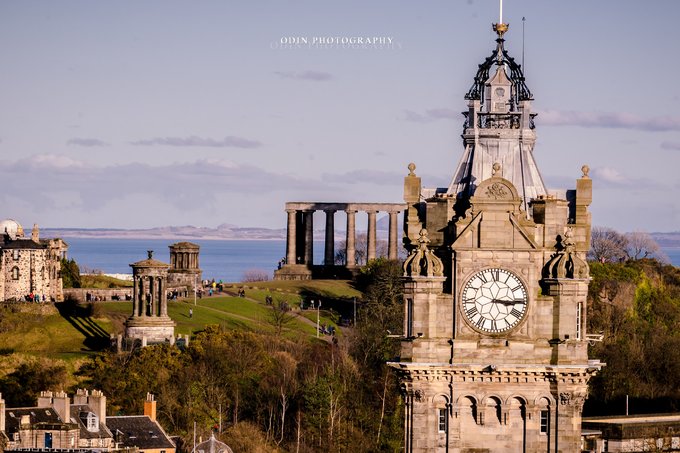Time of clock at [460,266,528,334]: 3:15
